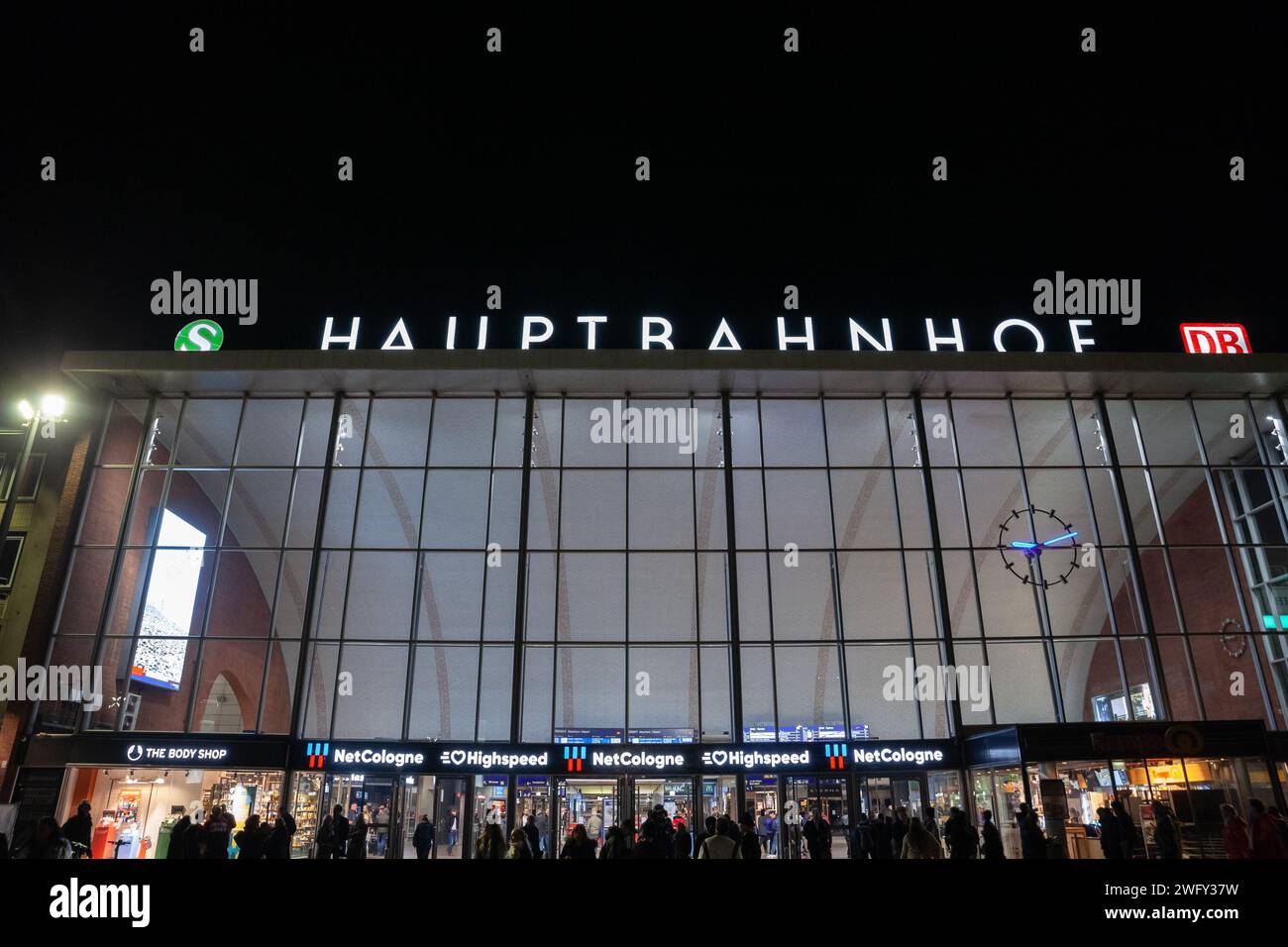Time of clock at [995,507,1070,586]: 2:58
